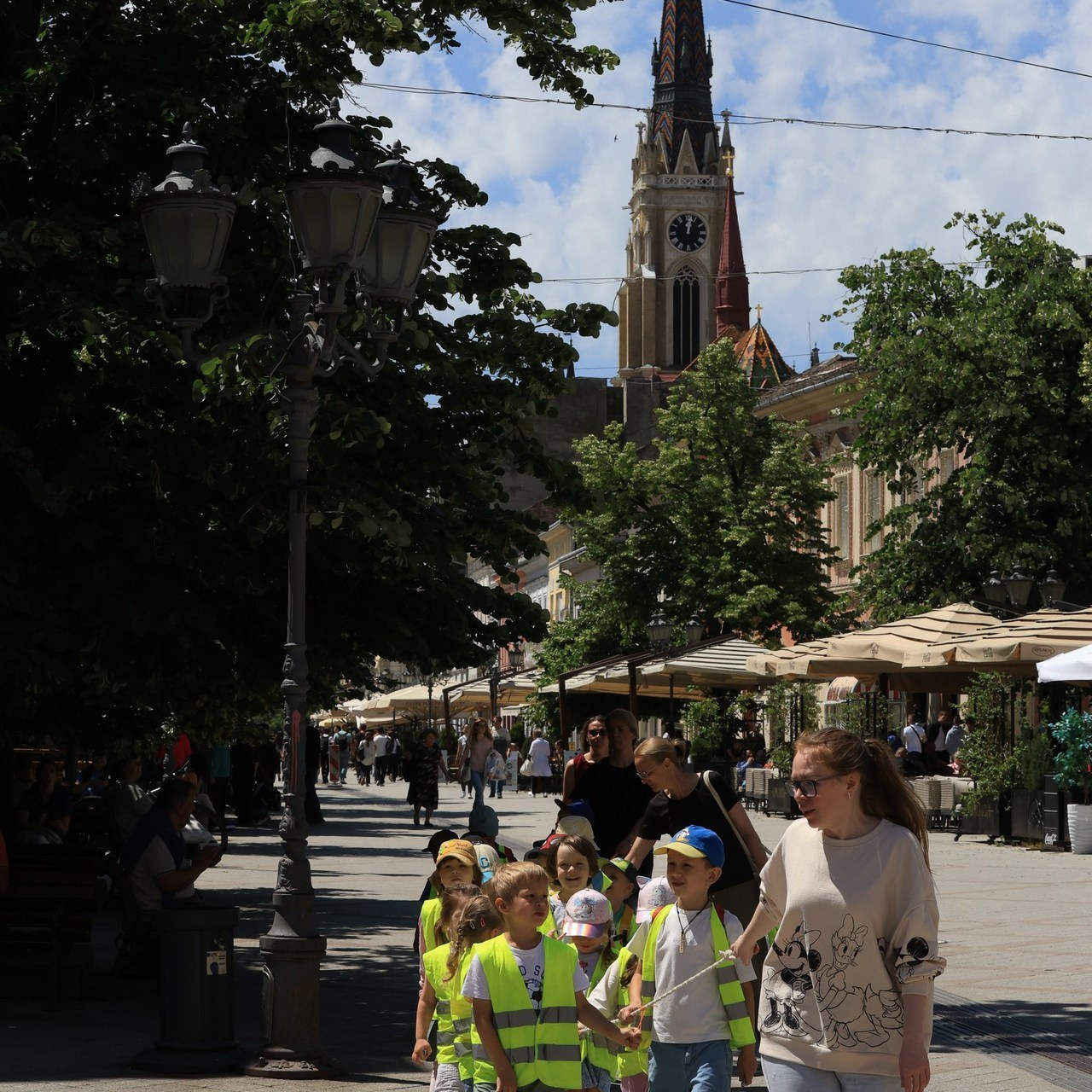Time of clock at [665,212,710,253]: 12:01
